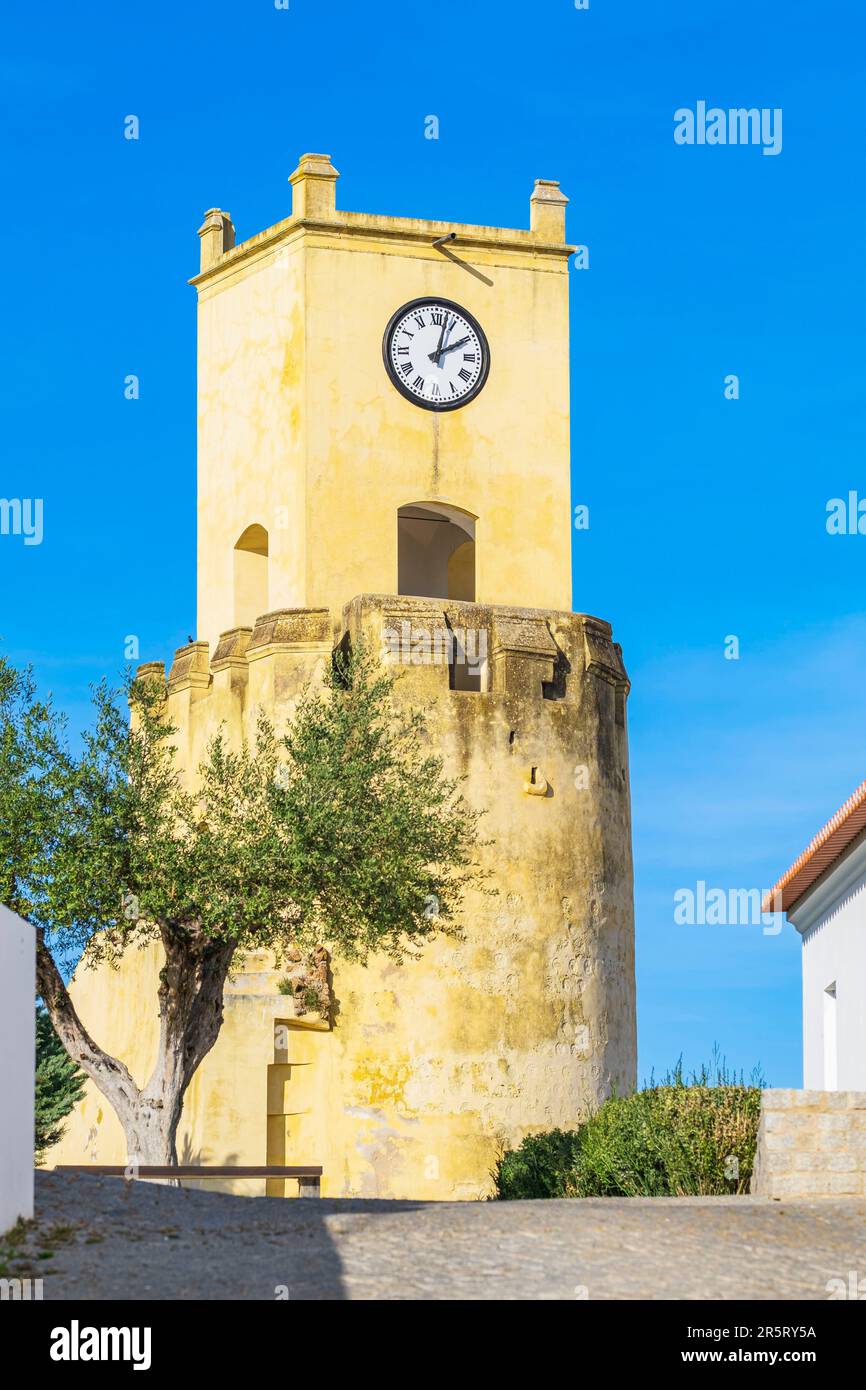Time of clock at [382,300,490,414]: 2:02
